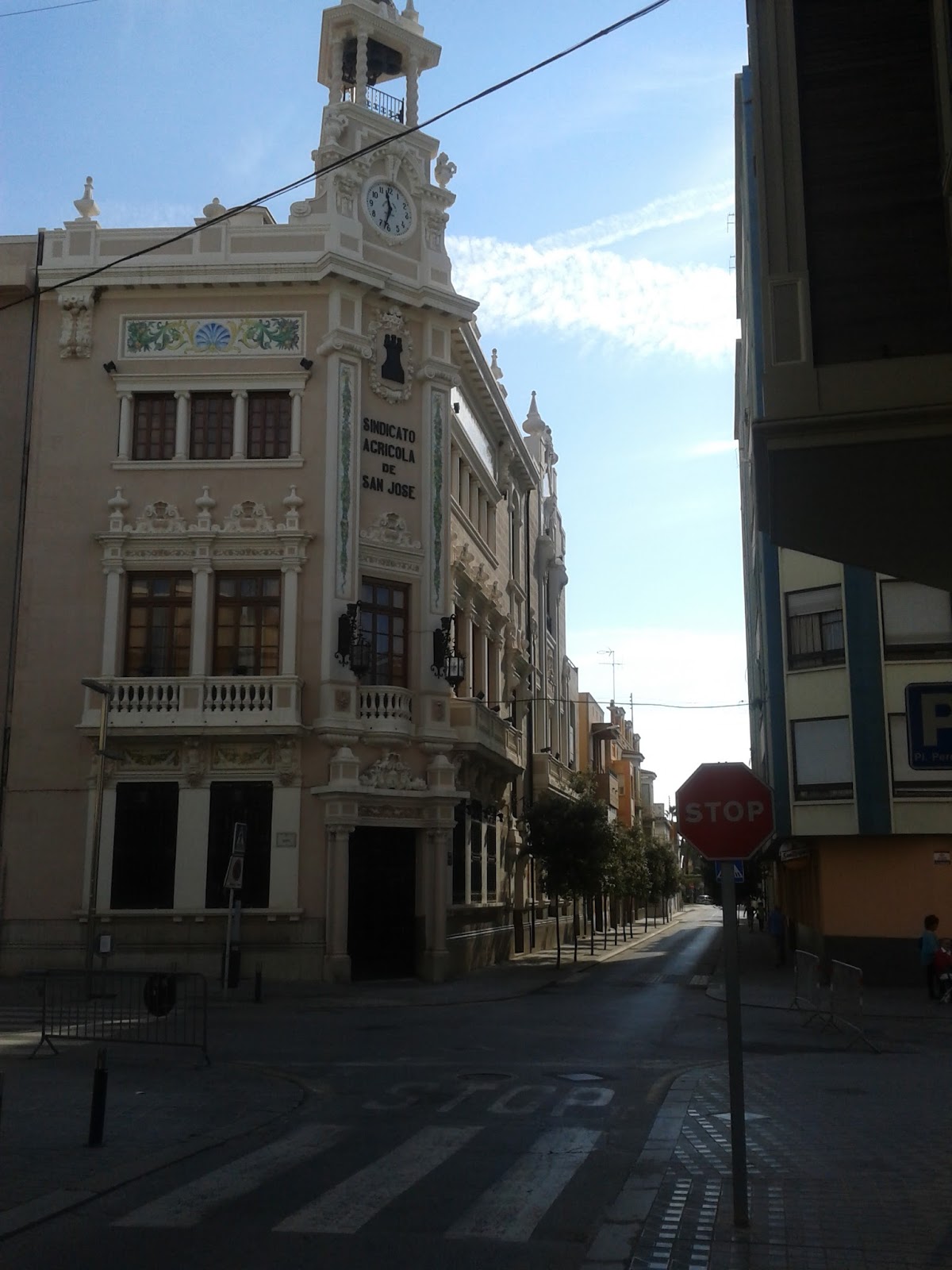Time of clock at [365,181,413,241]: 11:33
